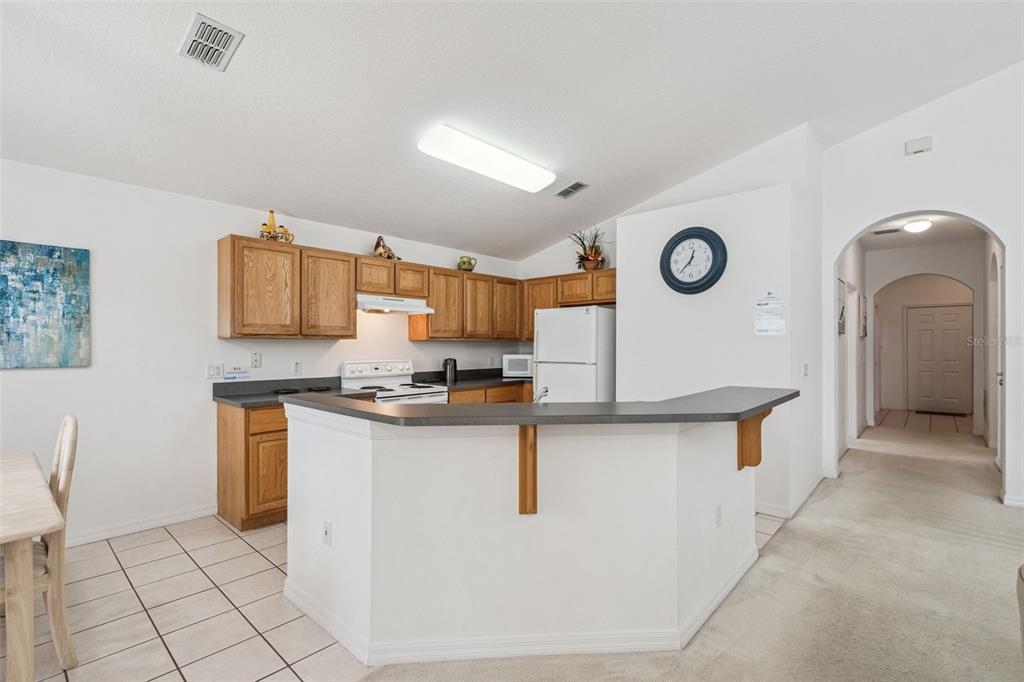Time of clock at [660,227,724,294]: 12:37
